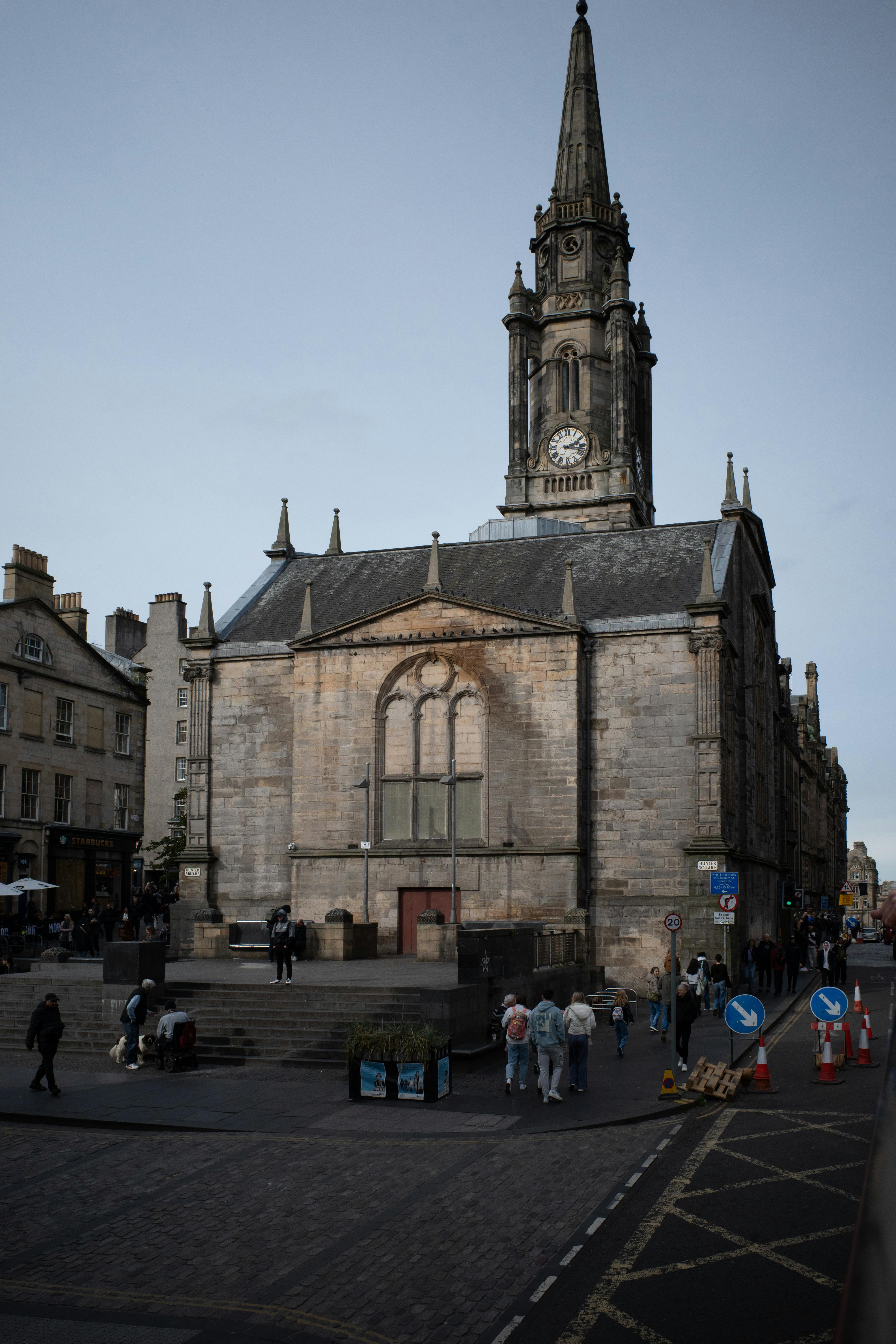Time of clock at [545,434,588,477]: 2:17
